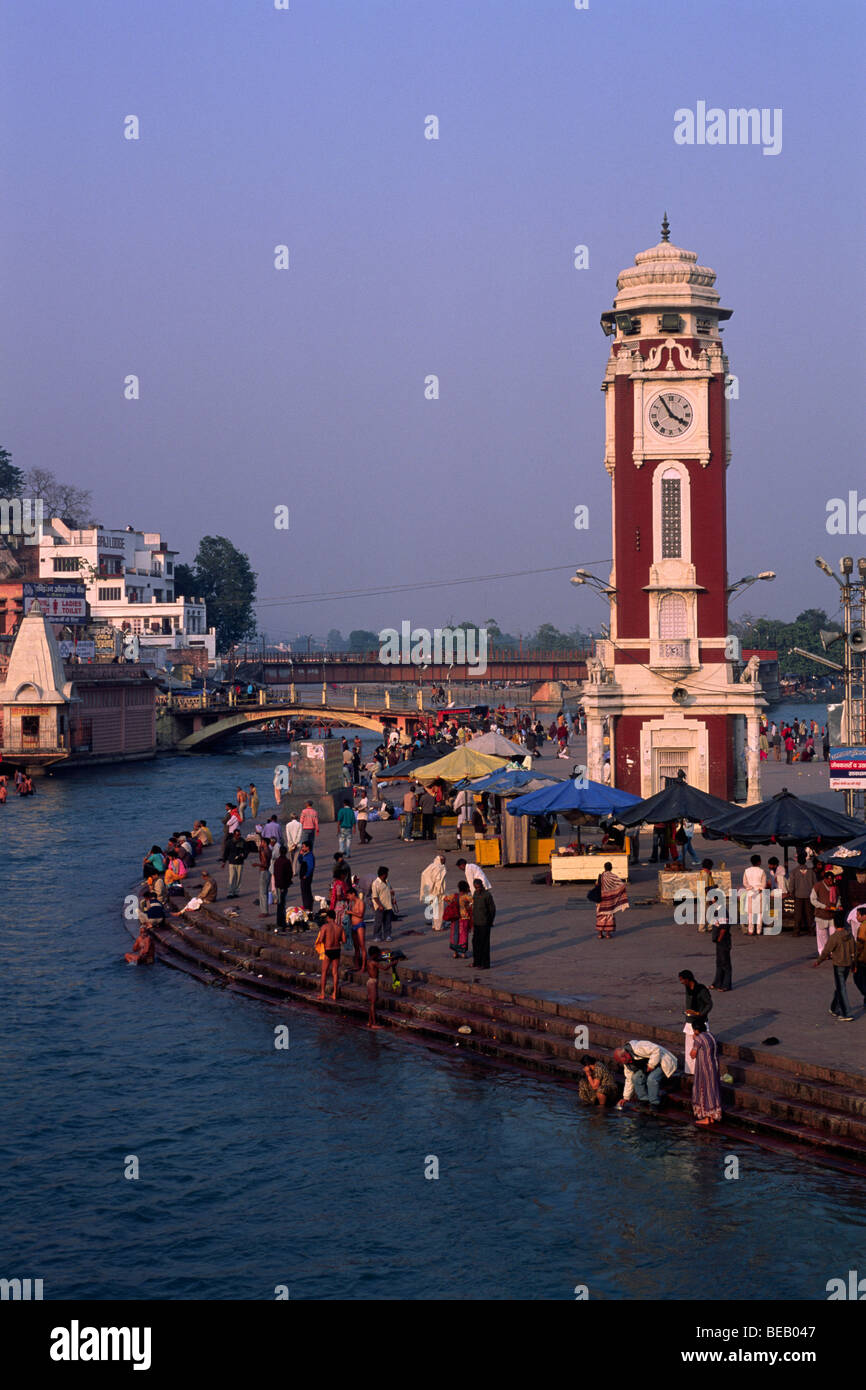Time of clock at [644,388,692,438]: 3:54
